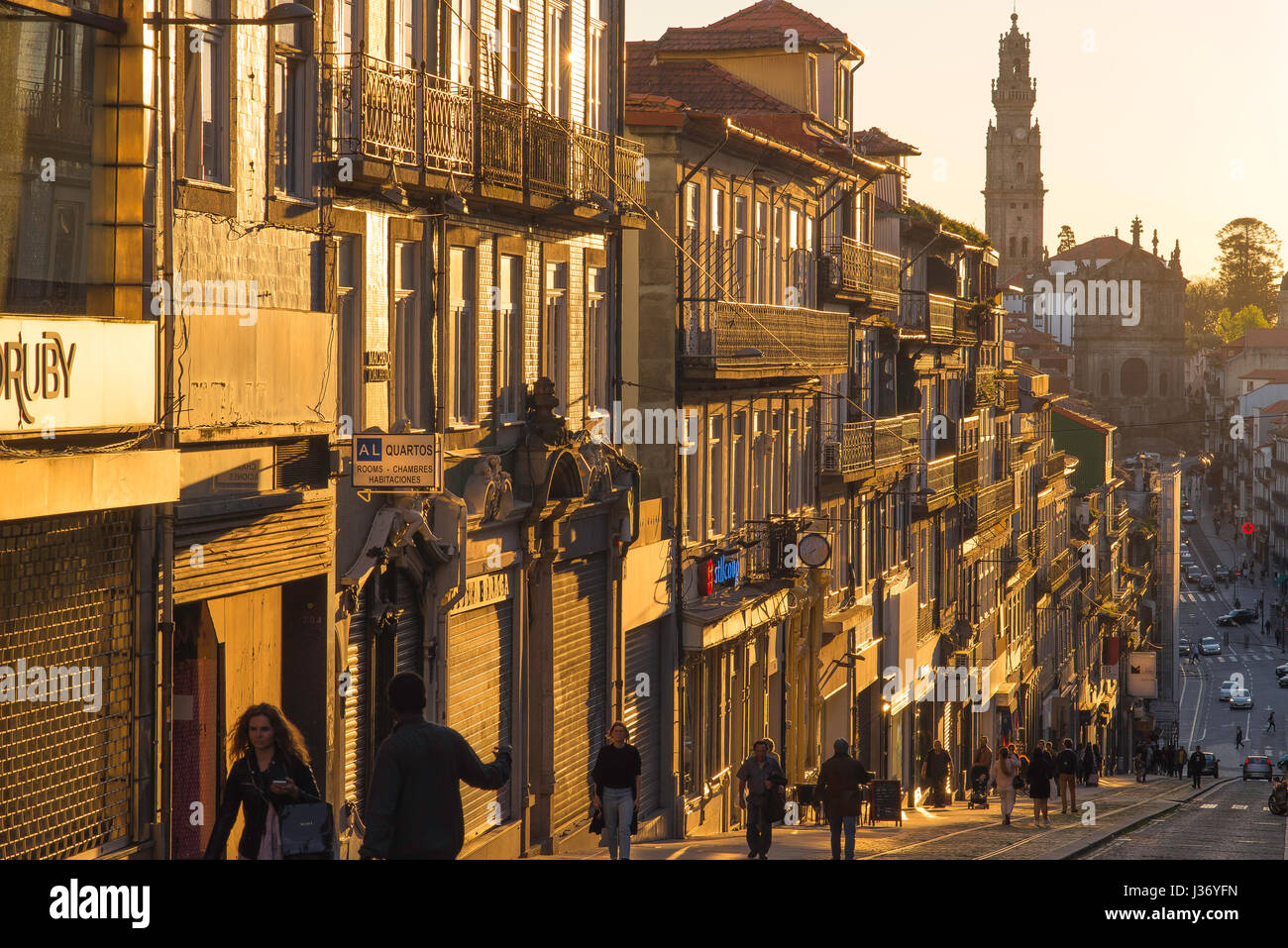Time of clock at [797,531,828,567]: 7:40
